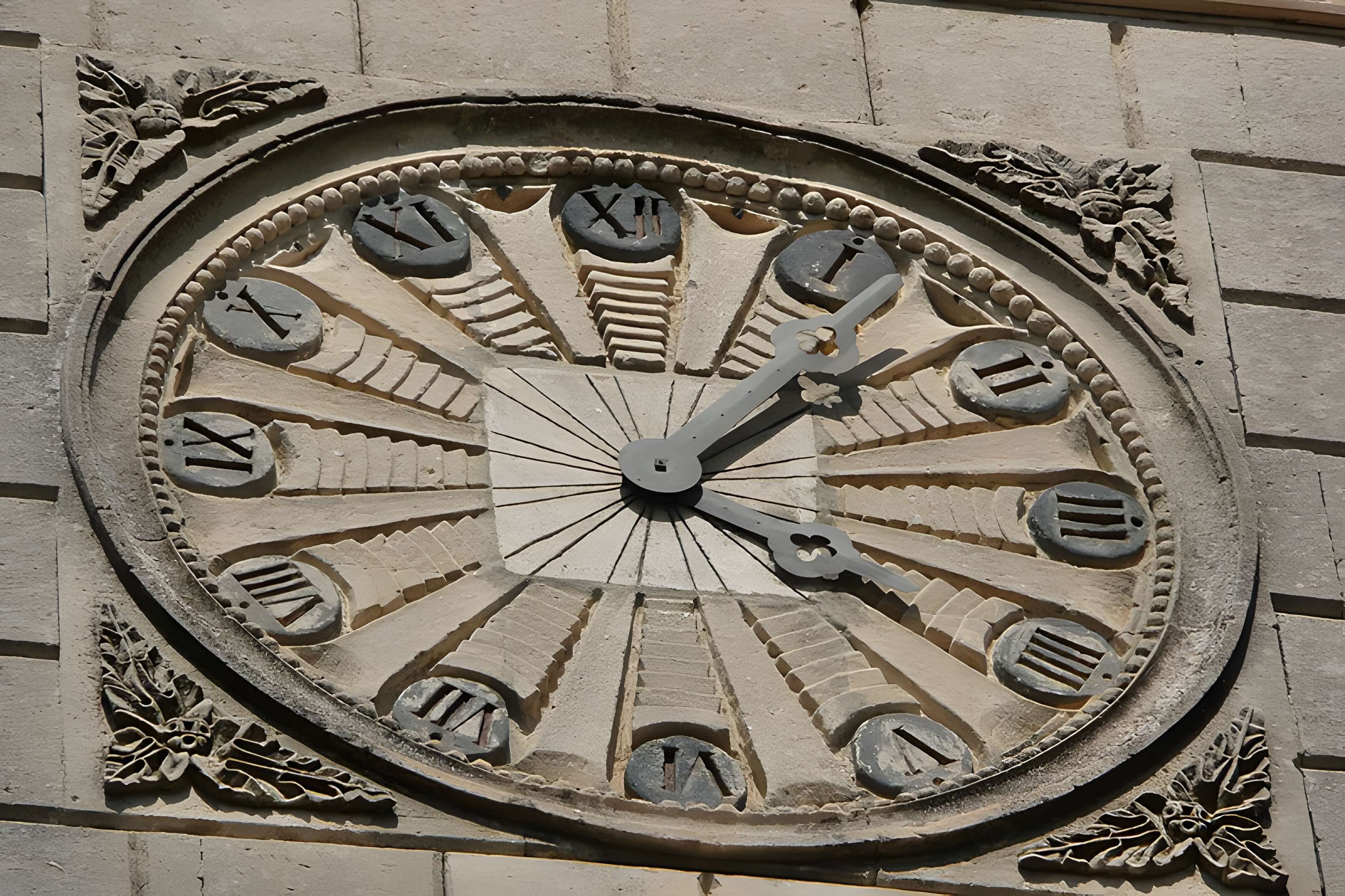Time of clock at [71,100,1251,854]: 4:07
